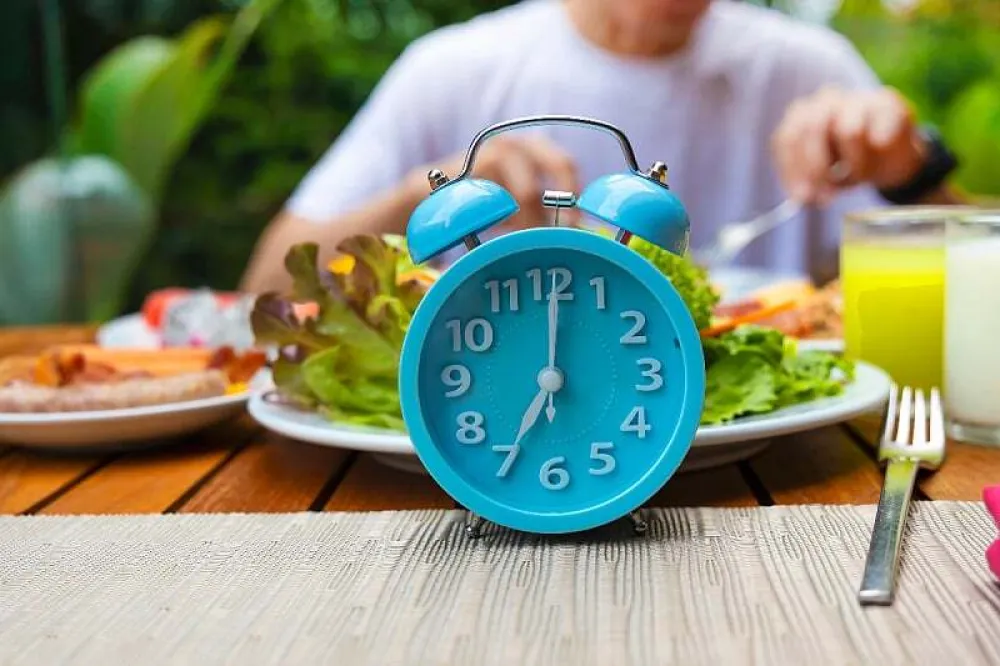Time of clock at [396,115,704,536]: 7:00
